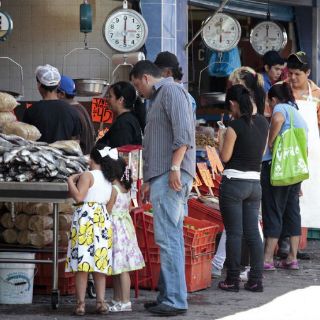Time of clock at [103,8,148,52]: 6:00
